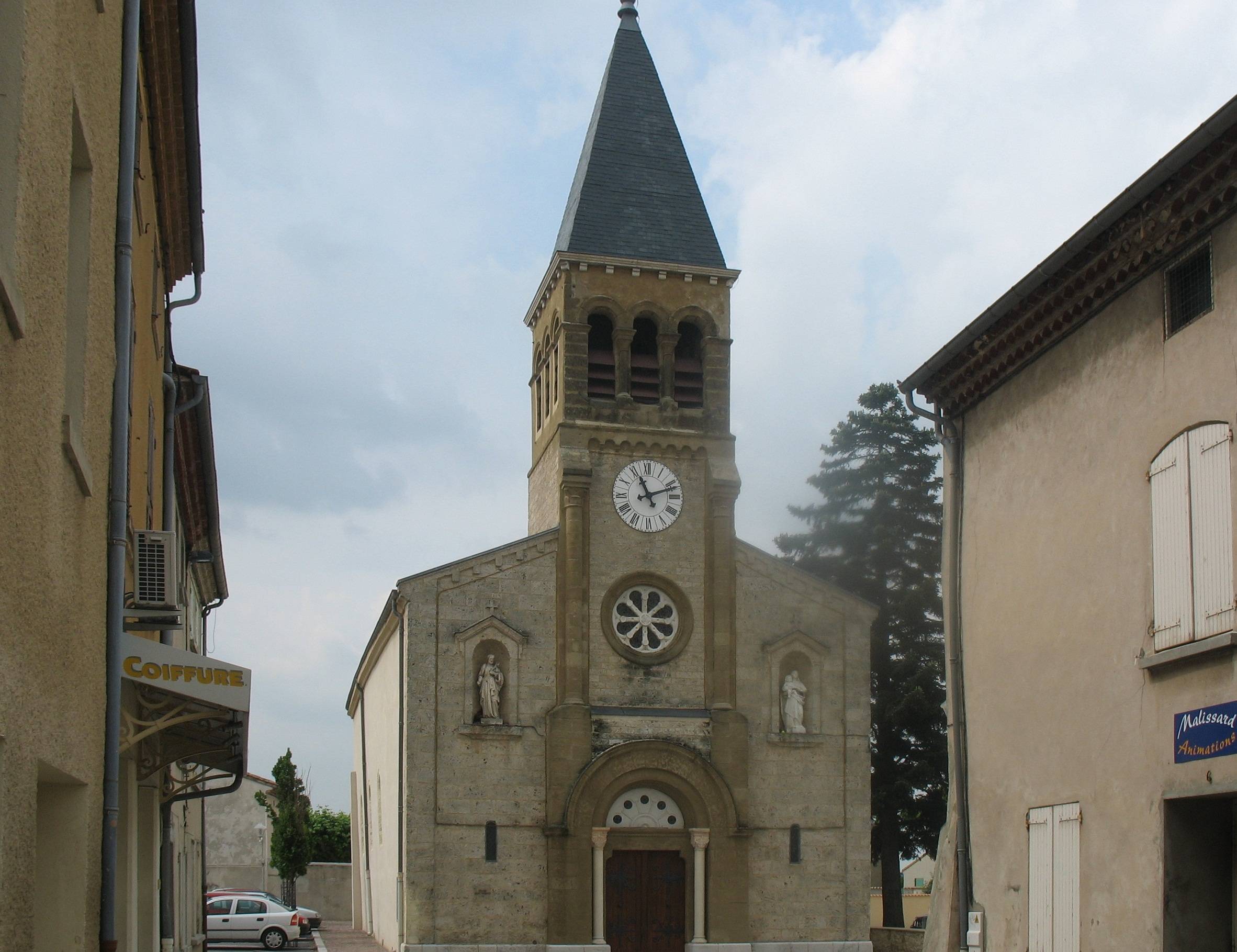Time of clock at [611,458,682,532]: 11:11
